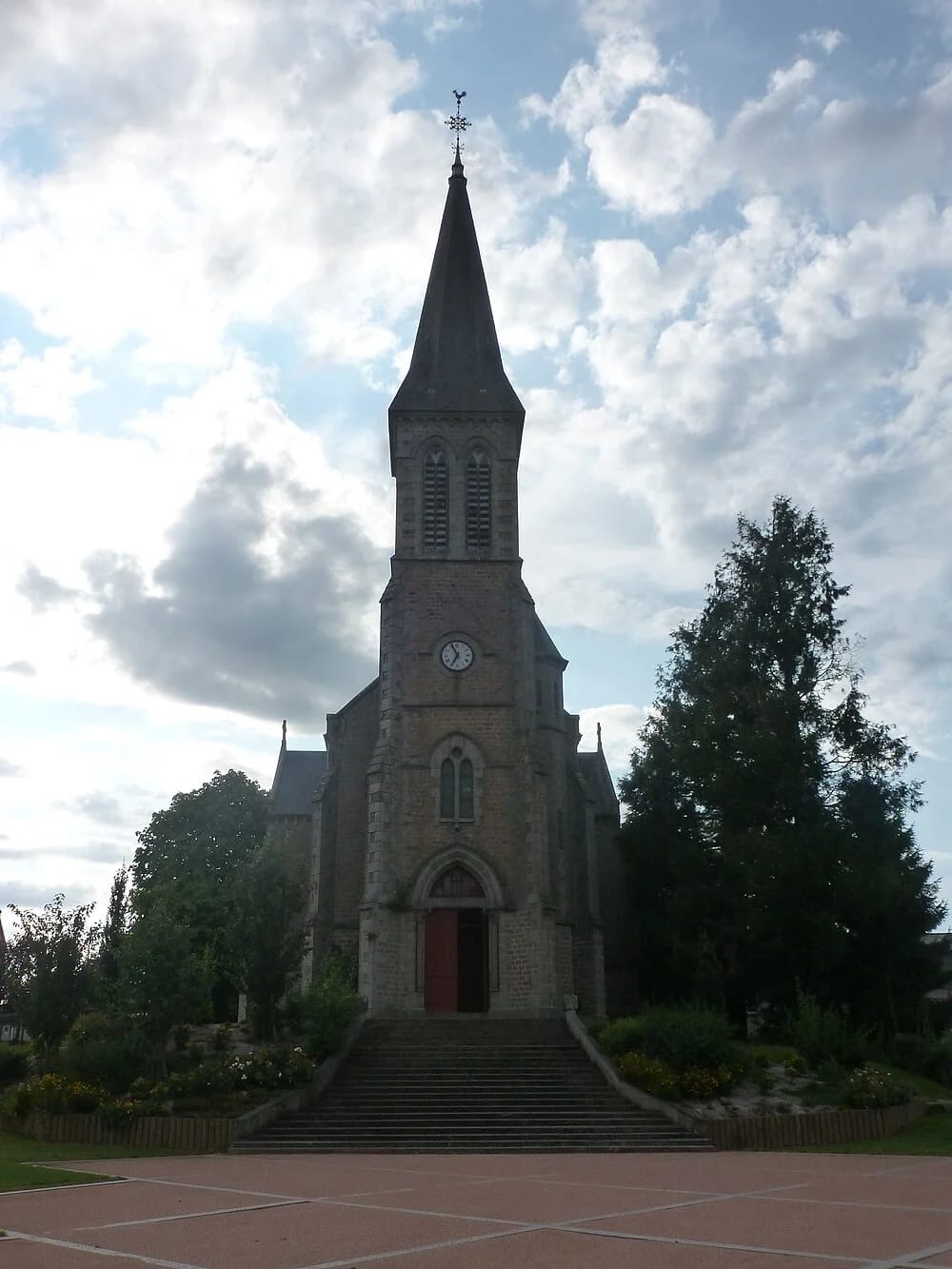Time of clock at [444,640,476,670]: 6:55
